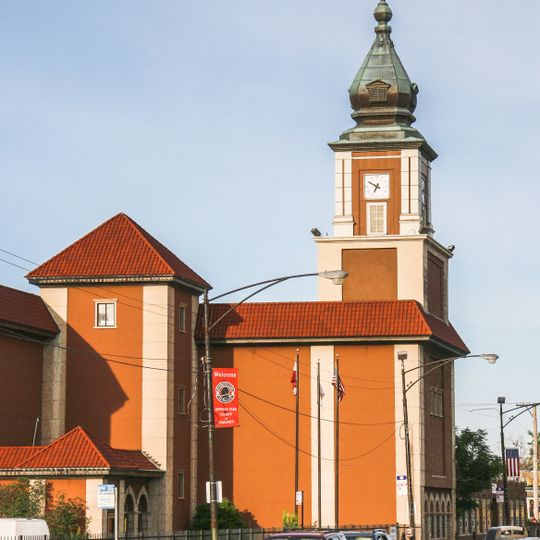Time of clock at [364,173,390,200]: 6:50
